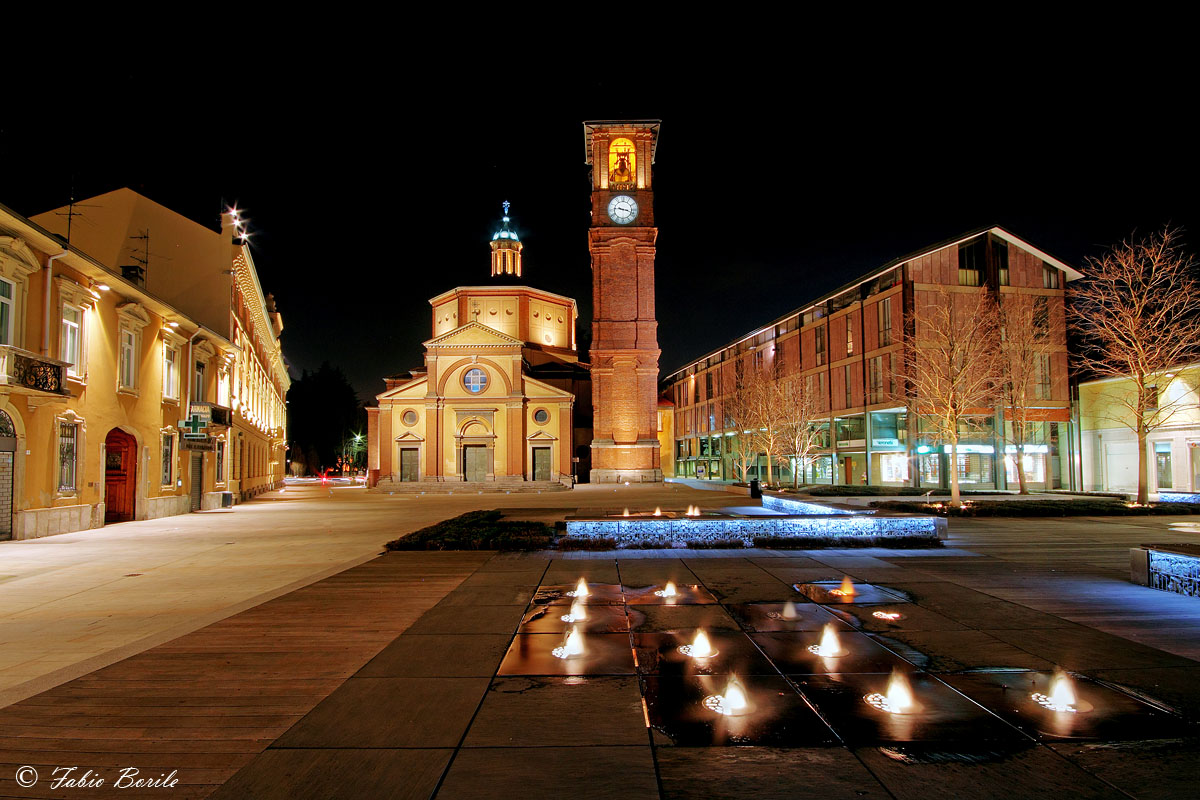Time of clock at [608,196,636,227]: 9:17
